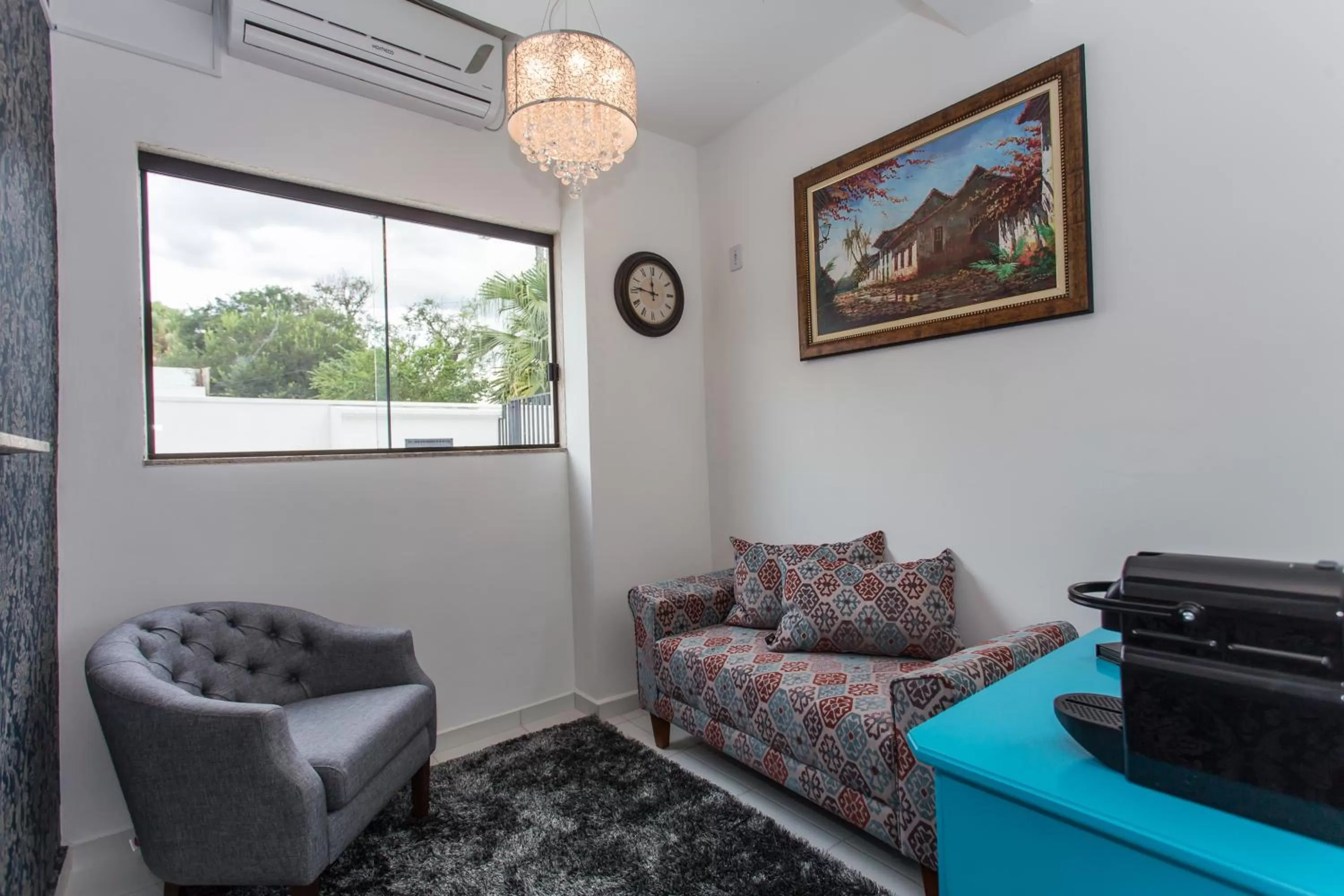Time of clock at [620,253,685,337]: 11:46
